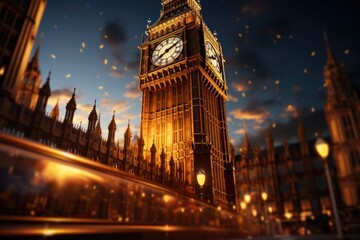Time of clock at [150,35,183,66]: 8:11
